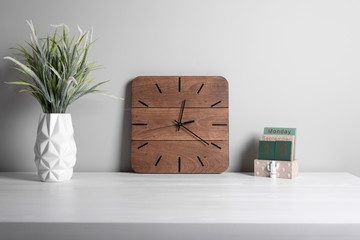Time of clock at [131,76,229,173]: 12:20
